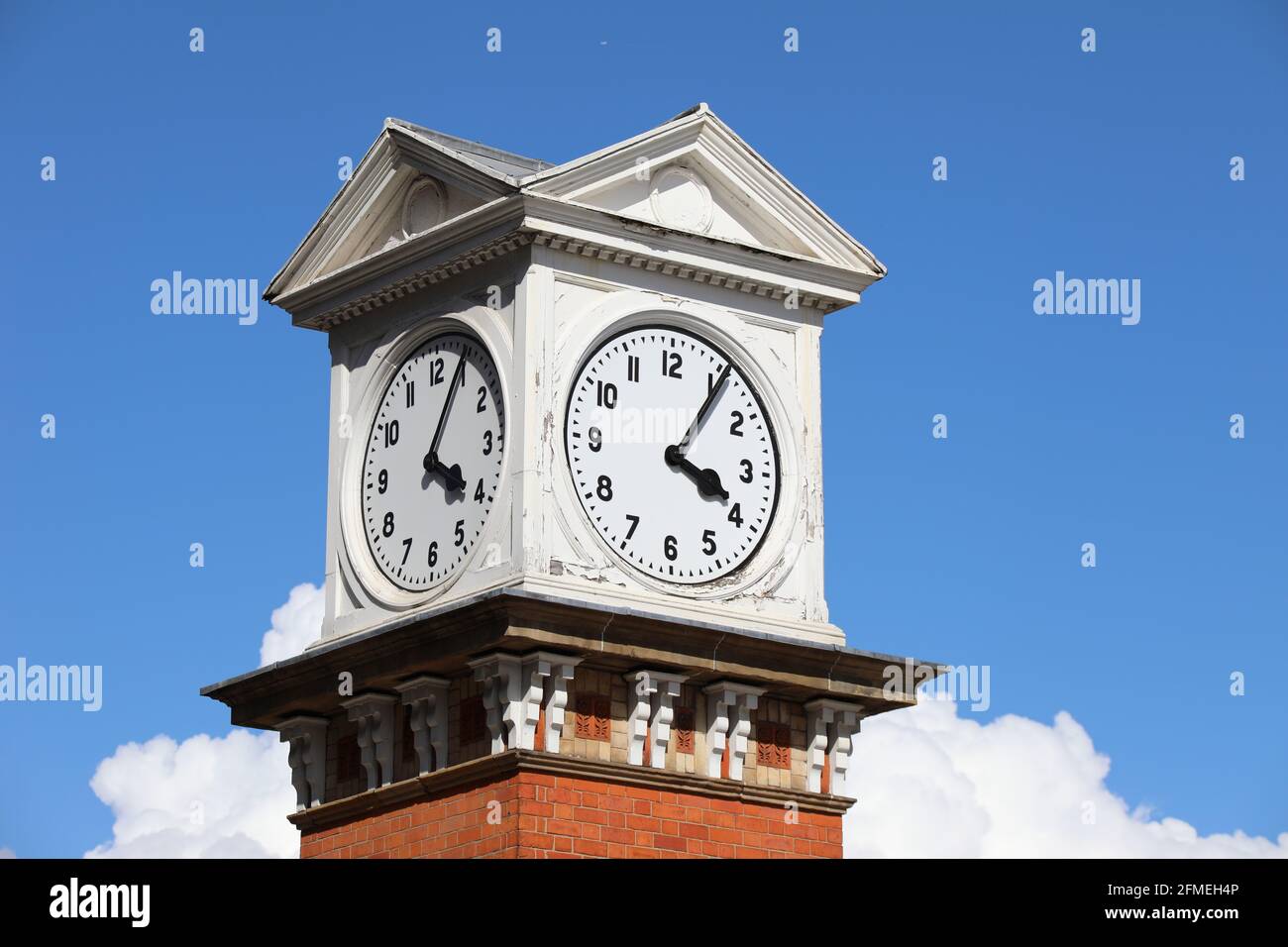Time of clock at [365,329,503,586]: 4:04
